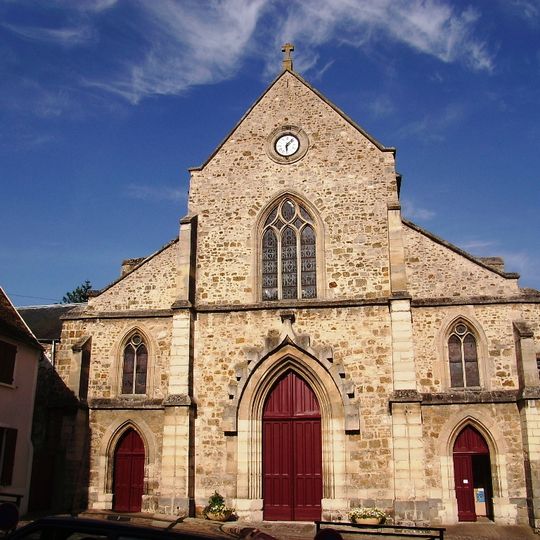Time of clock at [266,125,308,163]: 1:28
